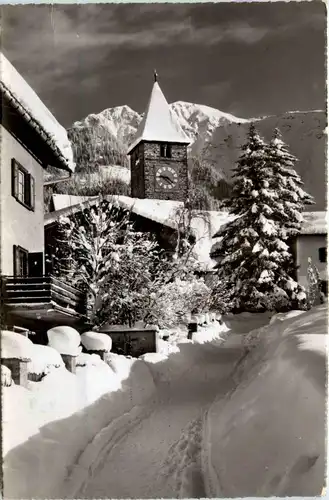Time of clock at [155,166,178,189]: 9:22
